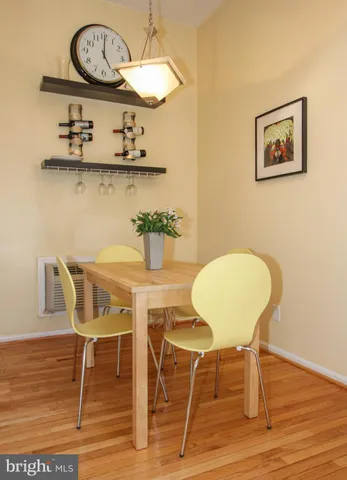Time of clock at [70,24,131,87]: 5:00
